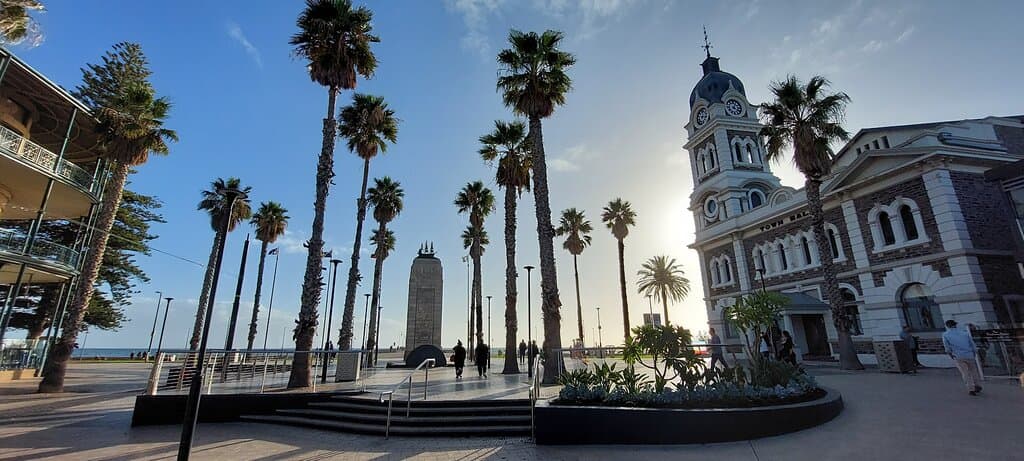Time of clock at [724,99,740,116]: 4:04
